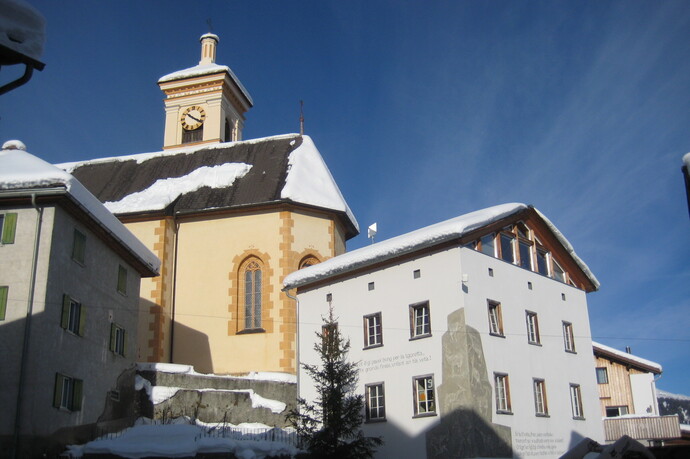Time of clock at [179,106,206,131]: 10:20
